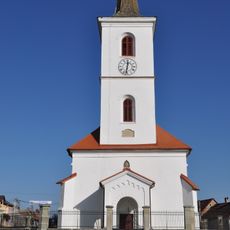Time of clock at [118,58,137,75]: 12:32
